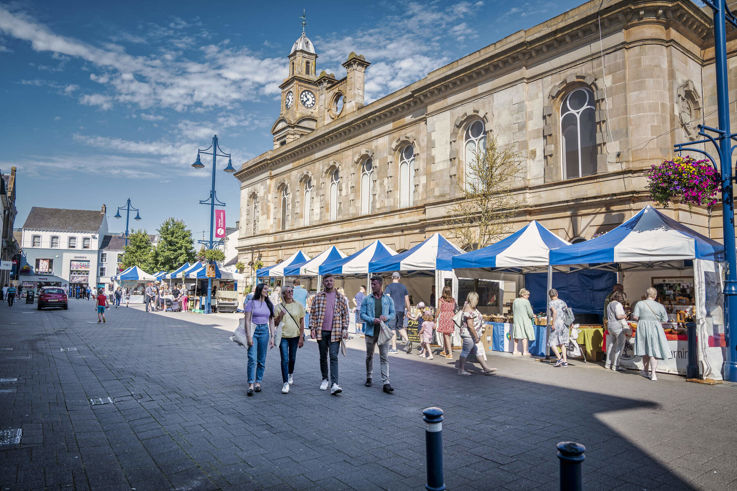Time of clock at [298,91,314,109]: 10:37
